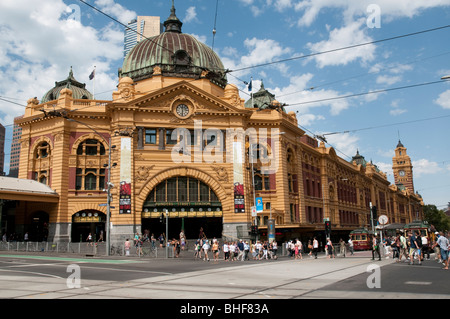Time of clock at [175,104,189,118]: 11:31
